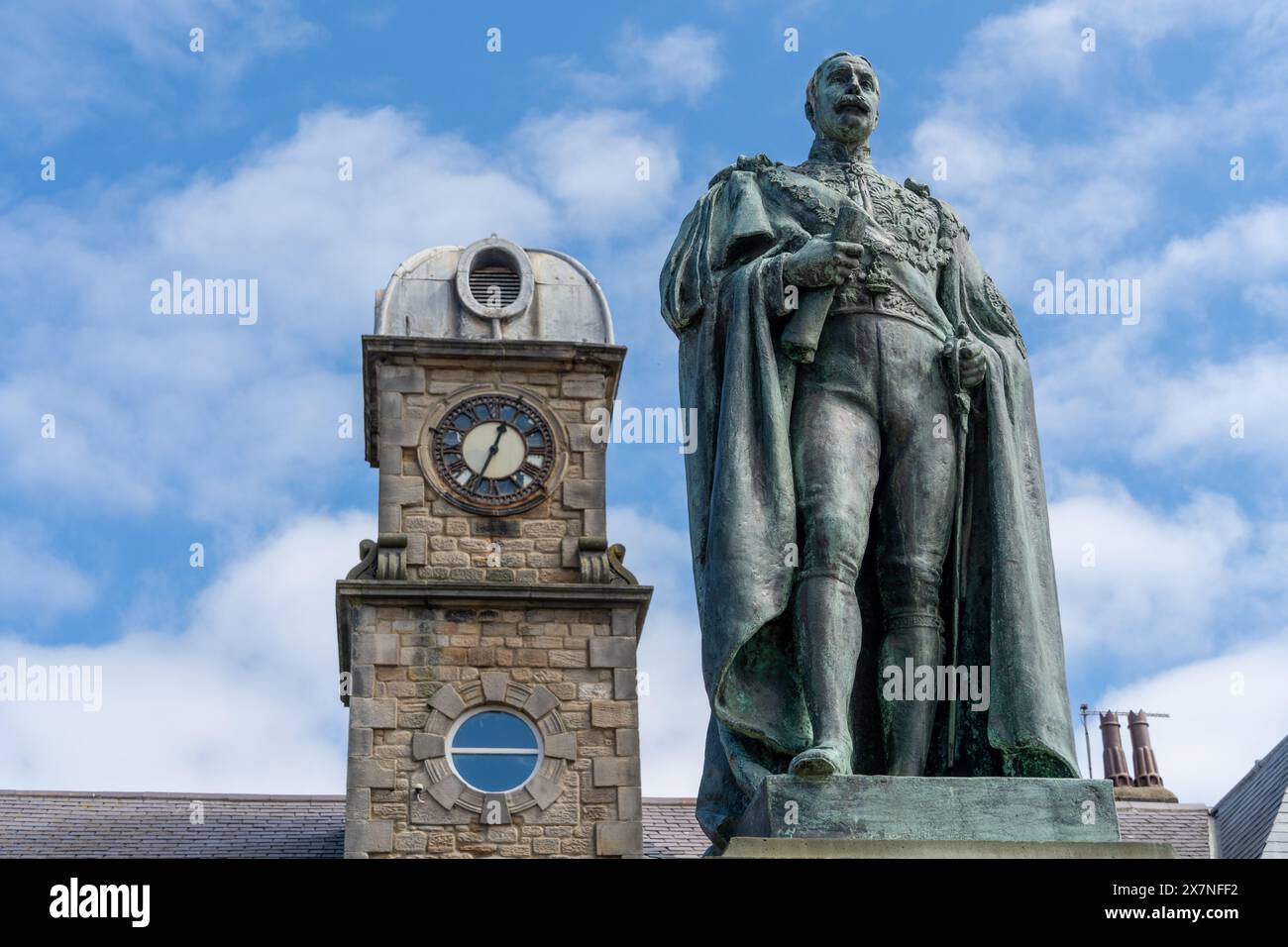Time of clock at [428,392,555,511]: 12:34
